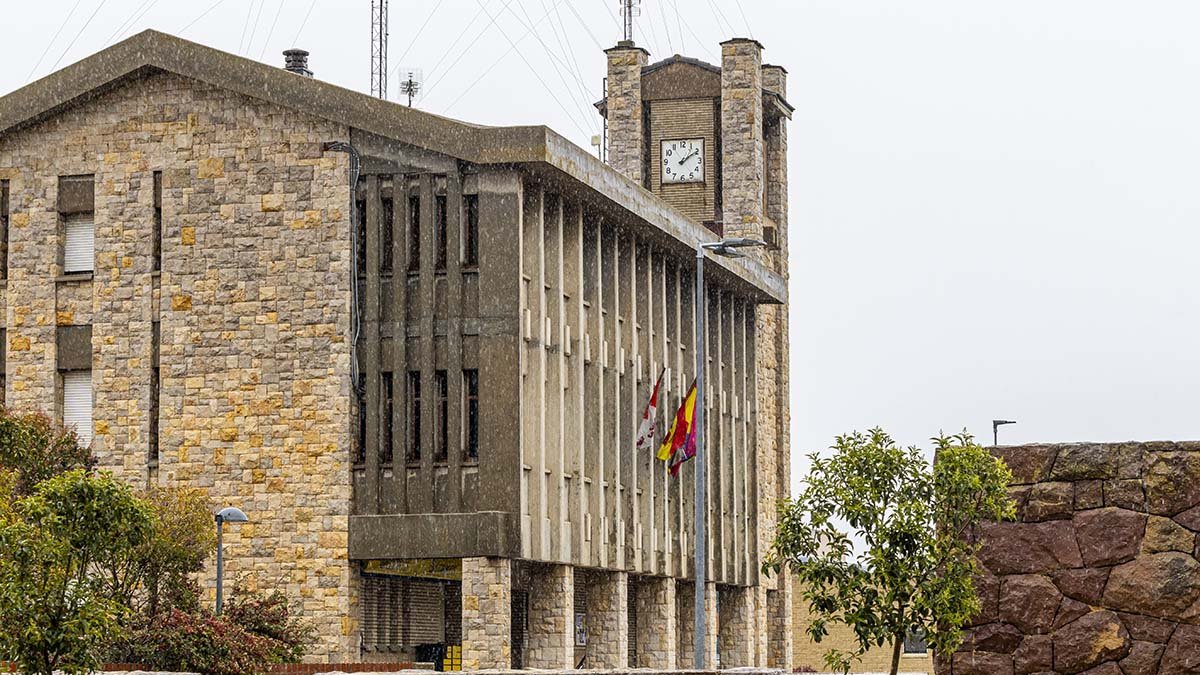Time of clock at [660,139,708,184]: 1:09
